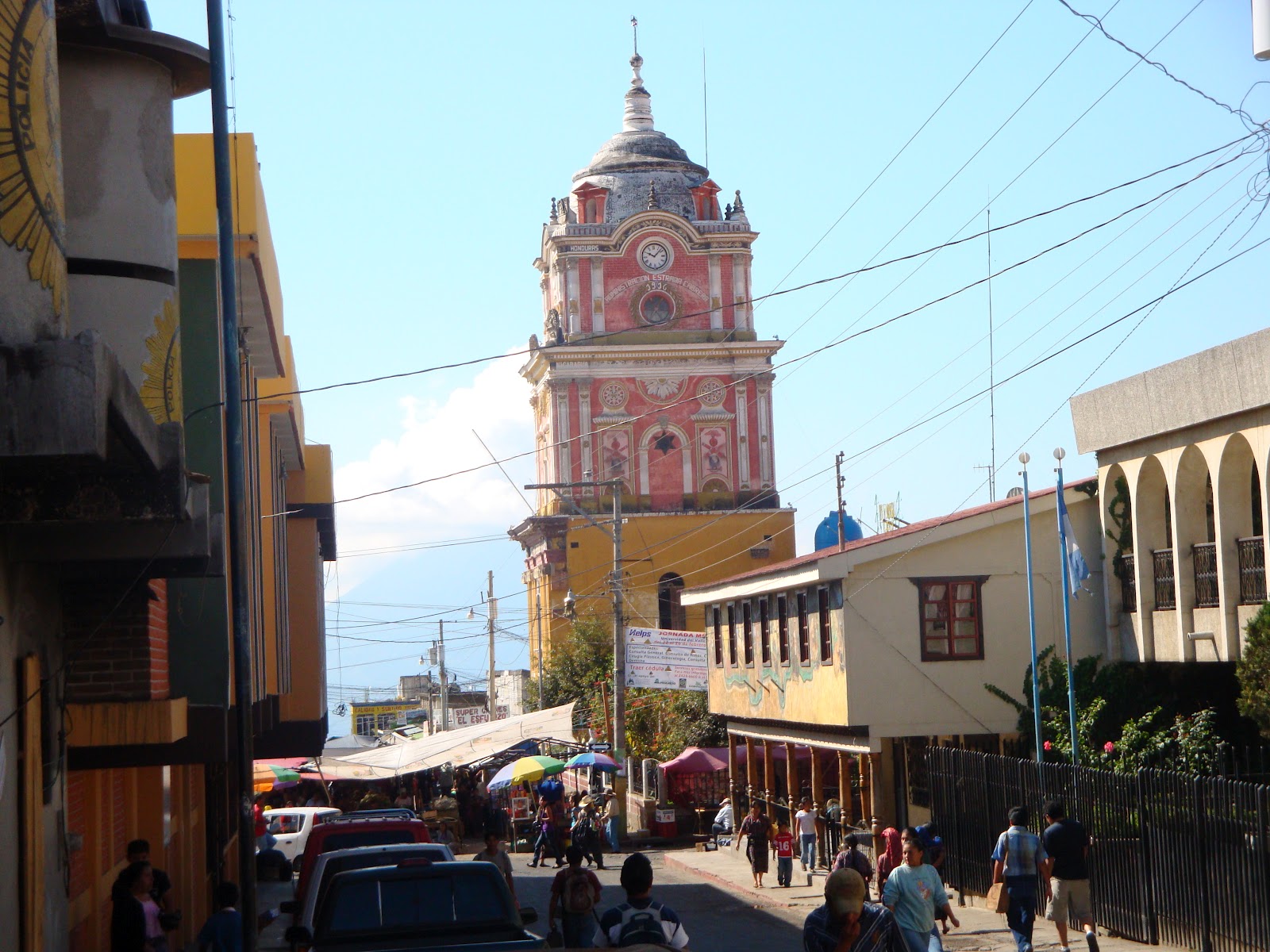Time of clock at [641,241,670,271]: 10:07
